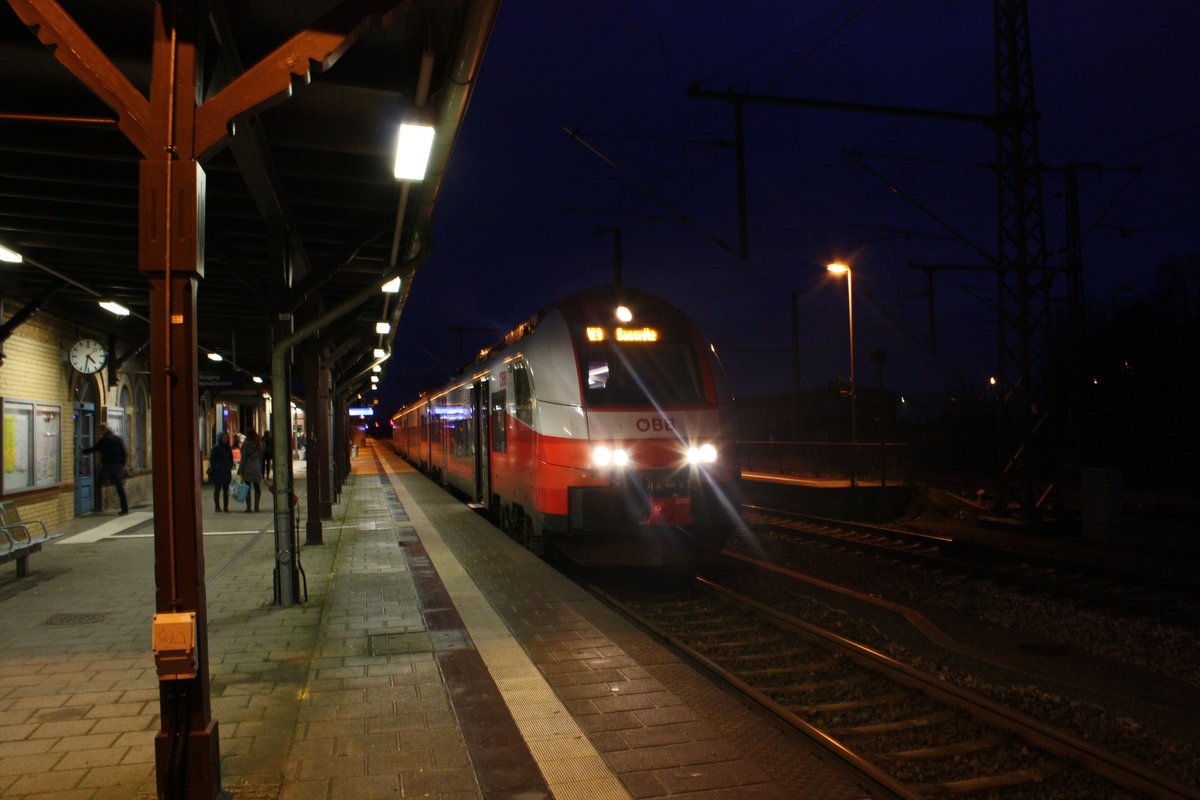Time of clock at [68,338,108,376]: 4:32
